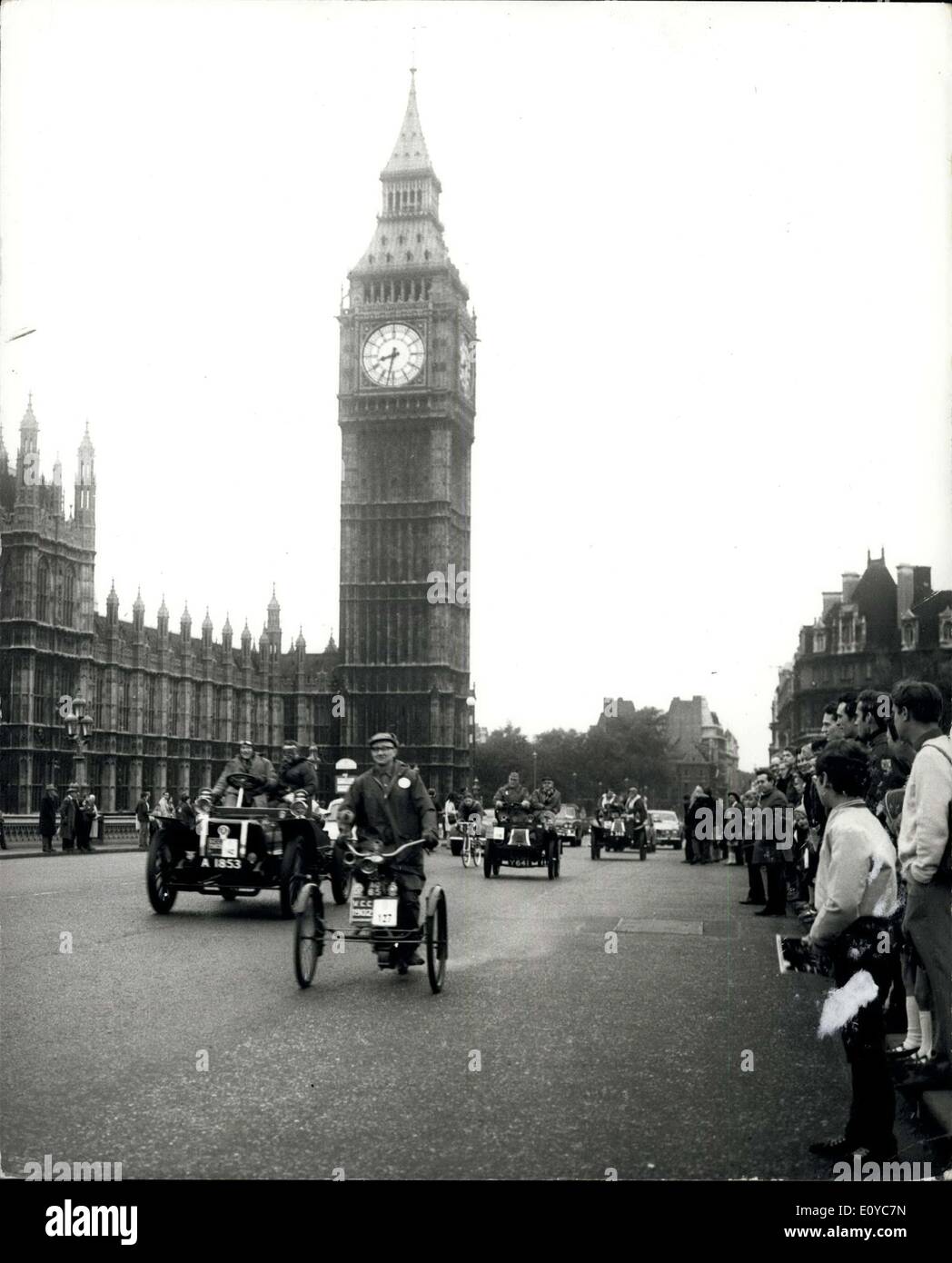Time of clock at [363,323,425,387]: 8:32
